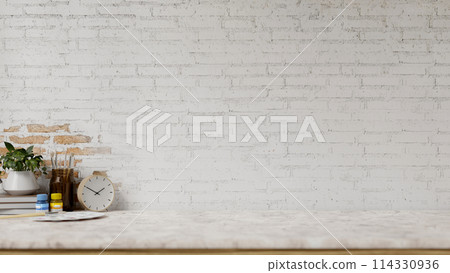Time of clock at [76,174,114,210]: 1:50
